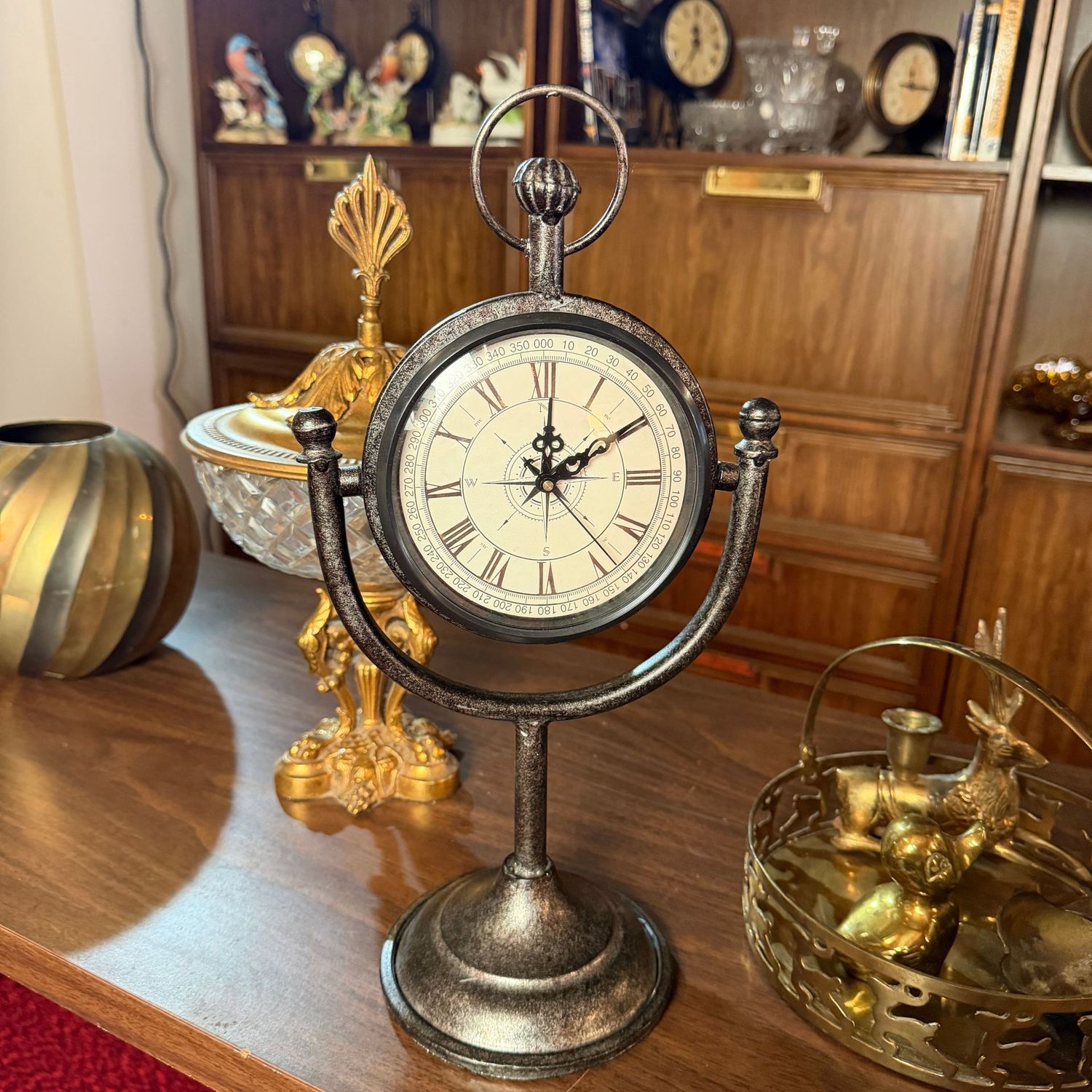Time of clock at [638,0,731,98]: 11:34
